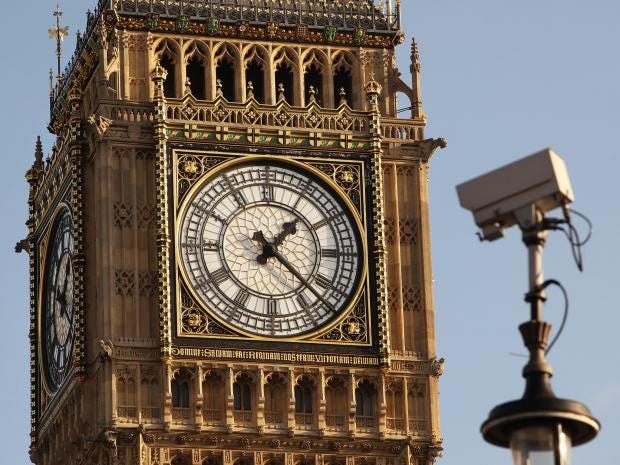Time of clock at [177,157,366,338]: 1:22
